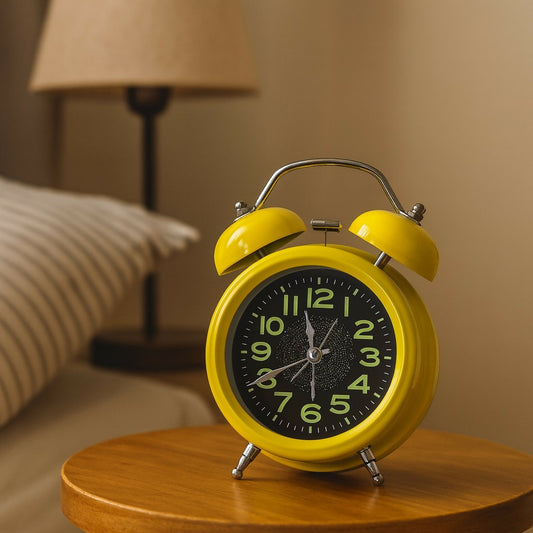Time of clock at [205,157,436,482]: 11:40
